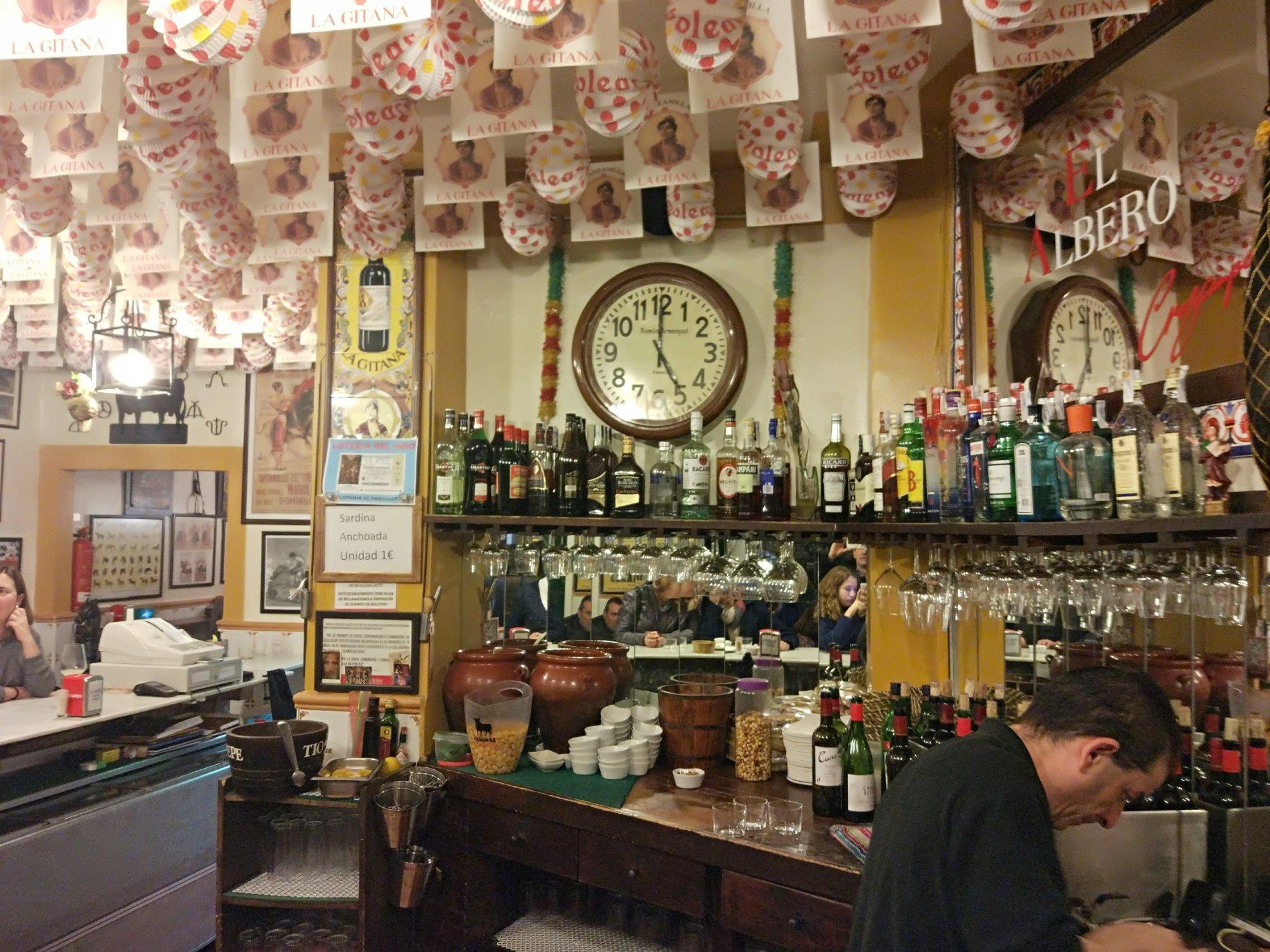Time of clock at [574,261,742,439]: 5:00
